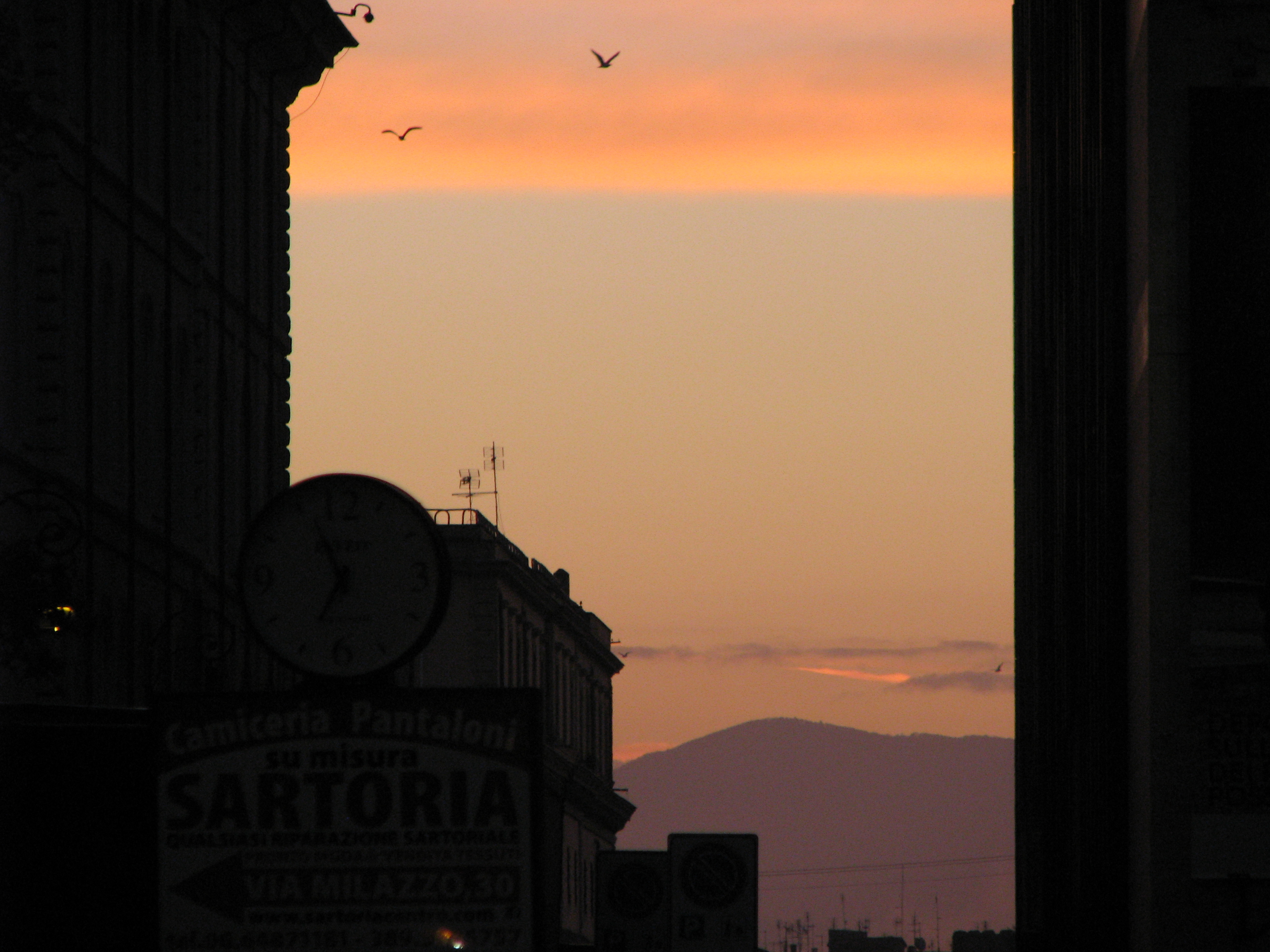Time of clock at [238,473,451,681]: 6:55
